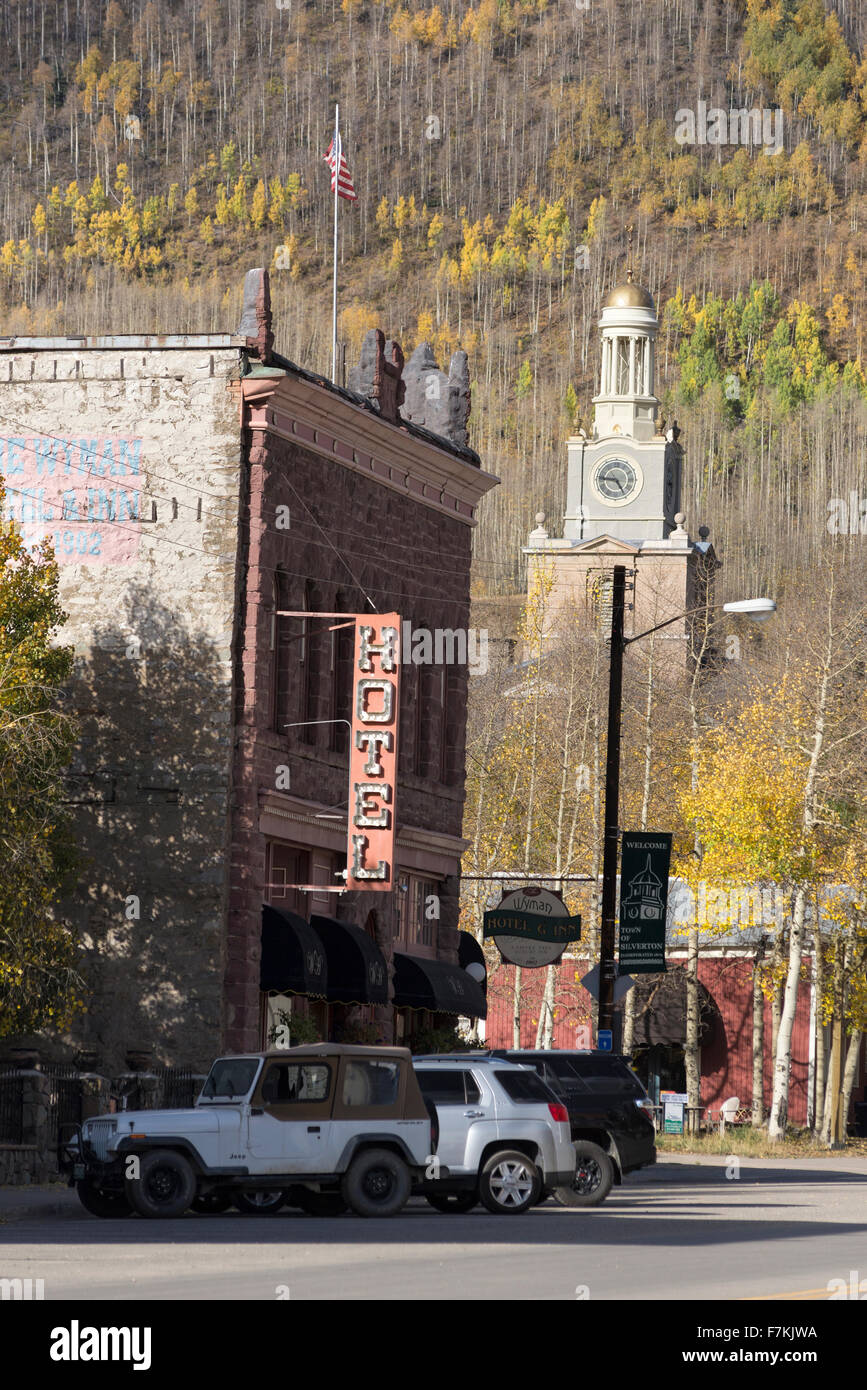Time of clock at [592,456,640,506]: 4:46
